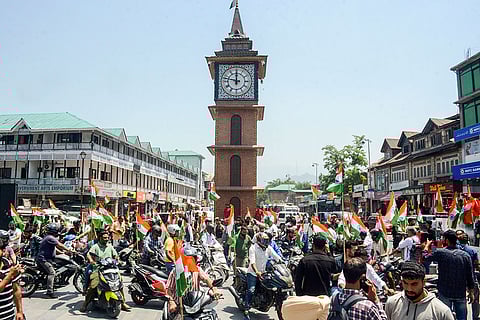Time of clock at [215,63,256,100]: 11:47
